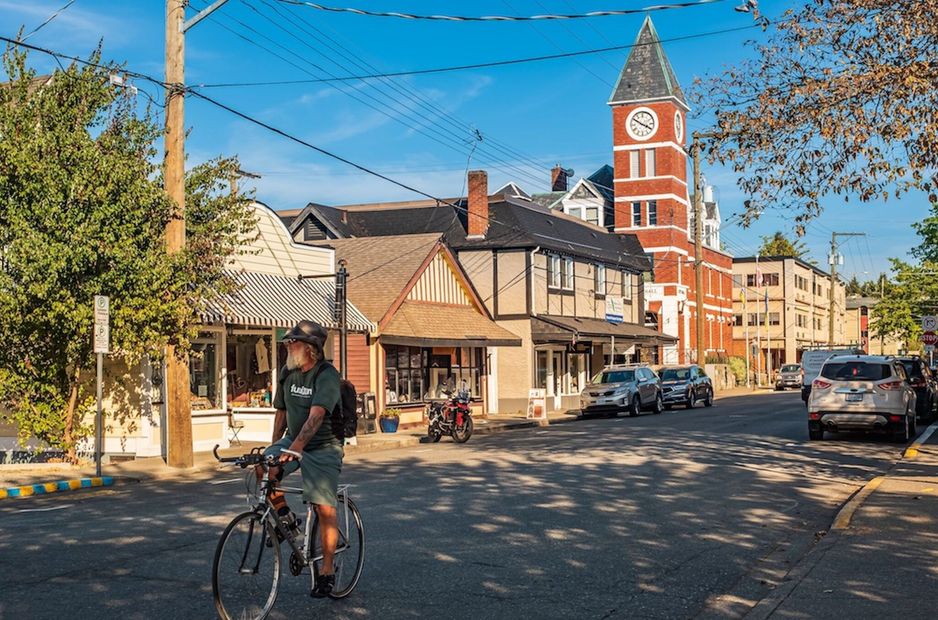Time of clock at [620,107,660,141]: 3:50
